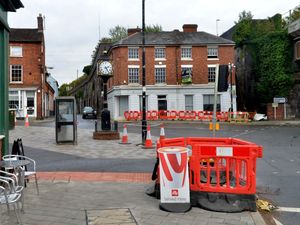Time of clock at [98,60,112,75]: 2:24
